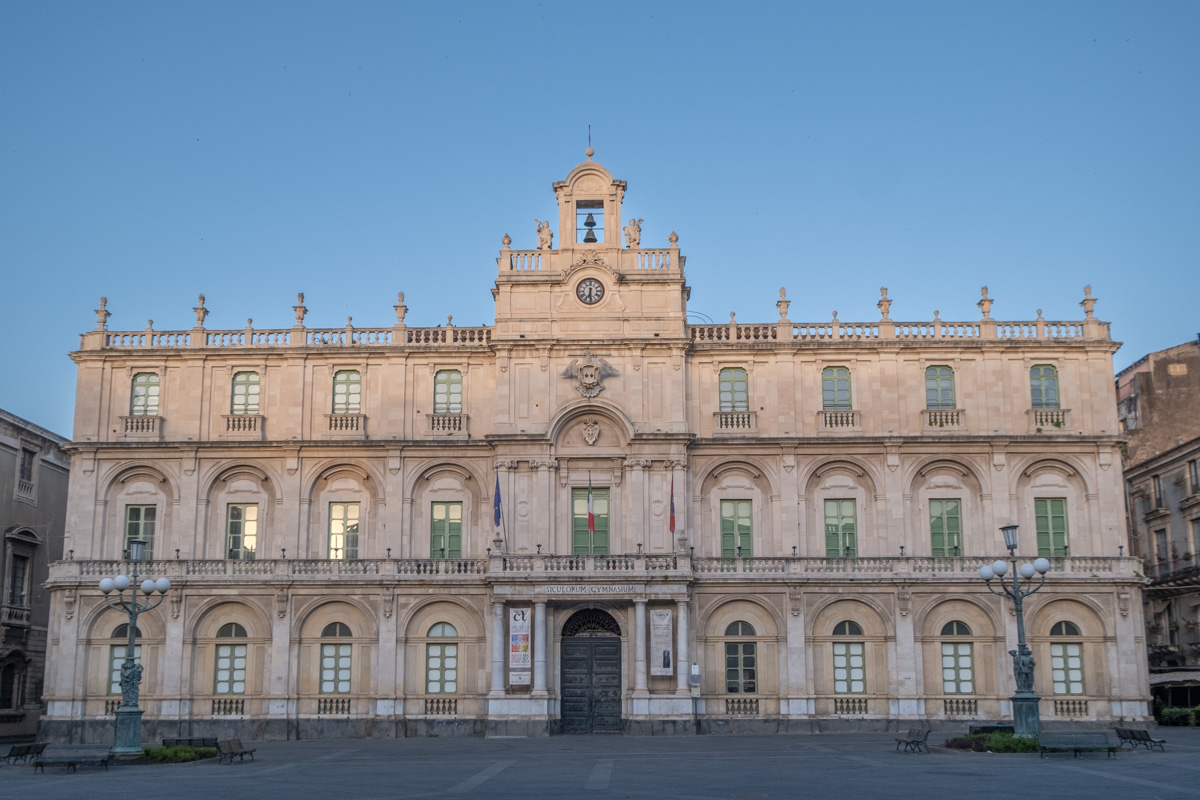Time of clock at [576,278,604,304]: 6:29
